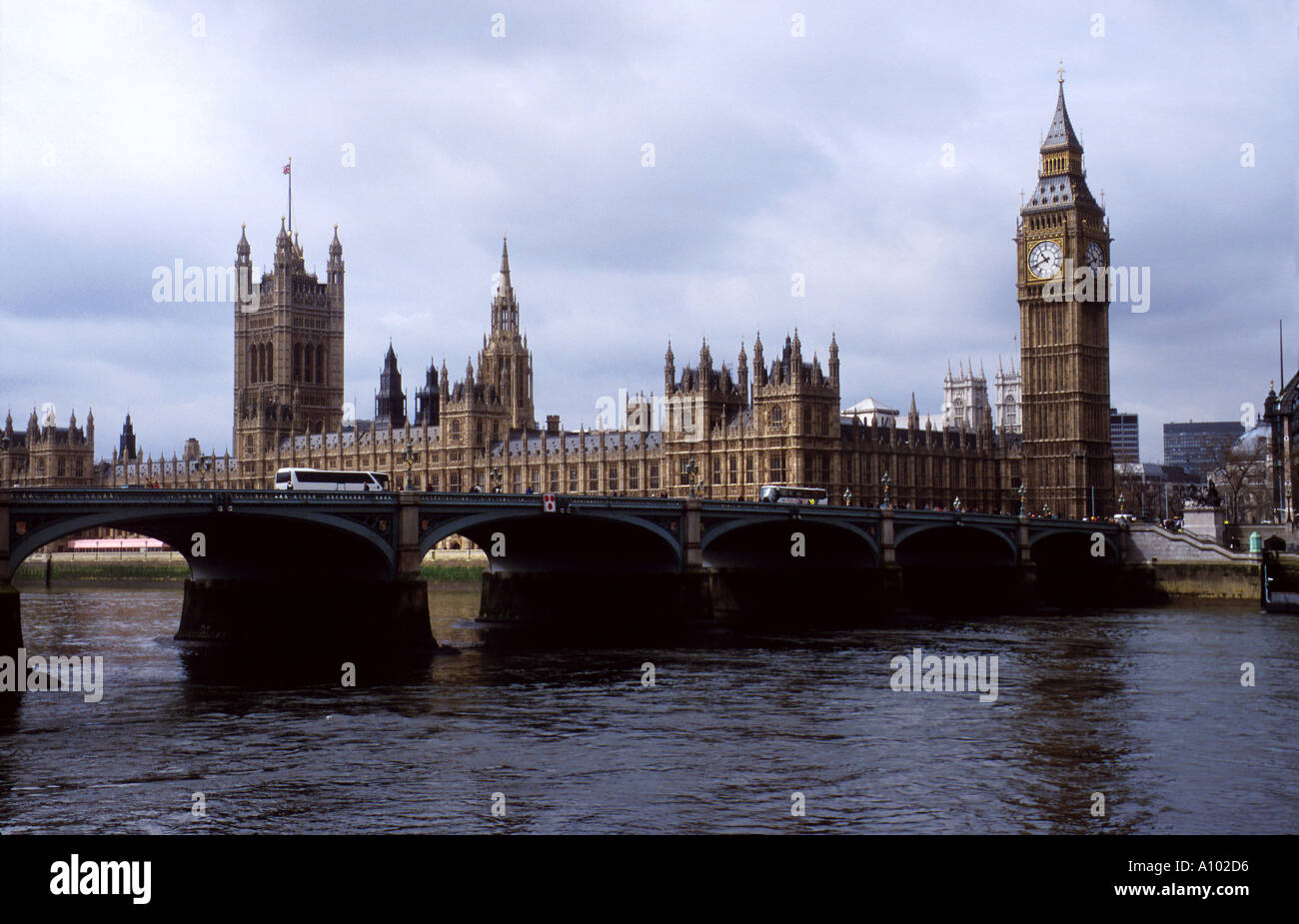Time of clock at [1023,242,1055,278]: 10:41
